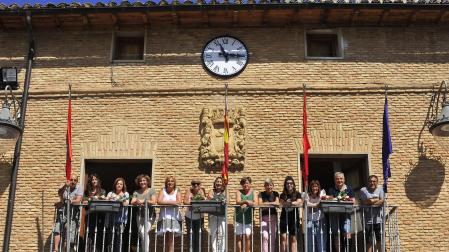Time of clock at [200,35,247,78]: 11:15
